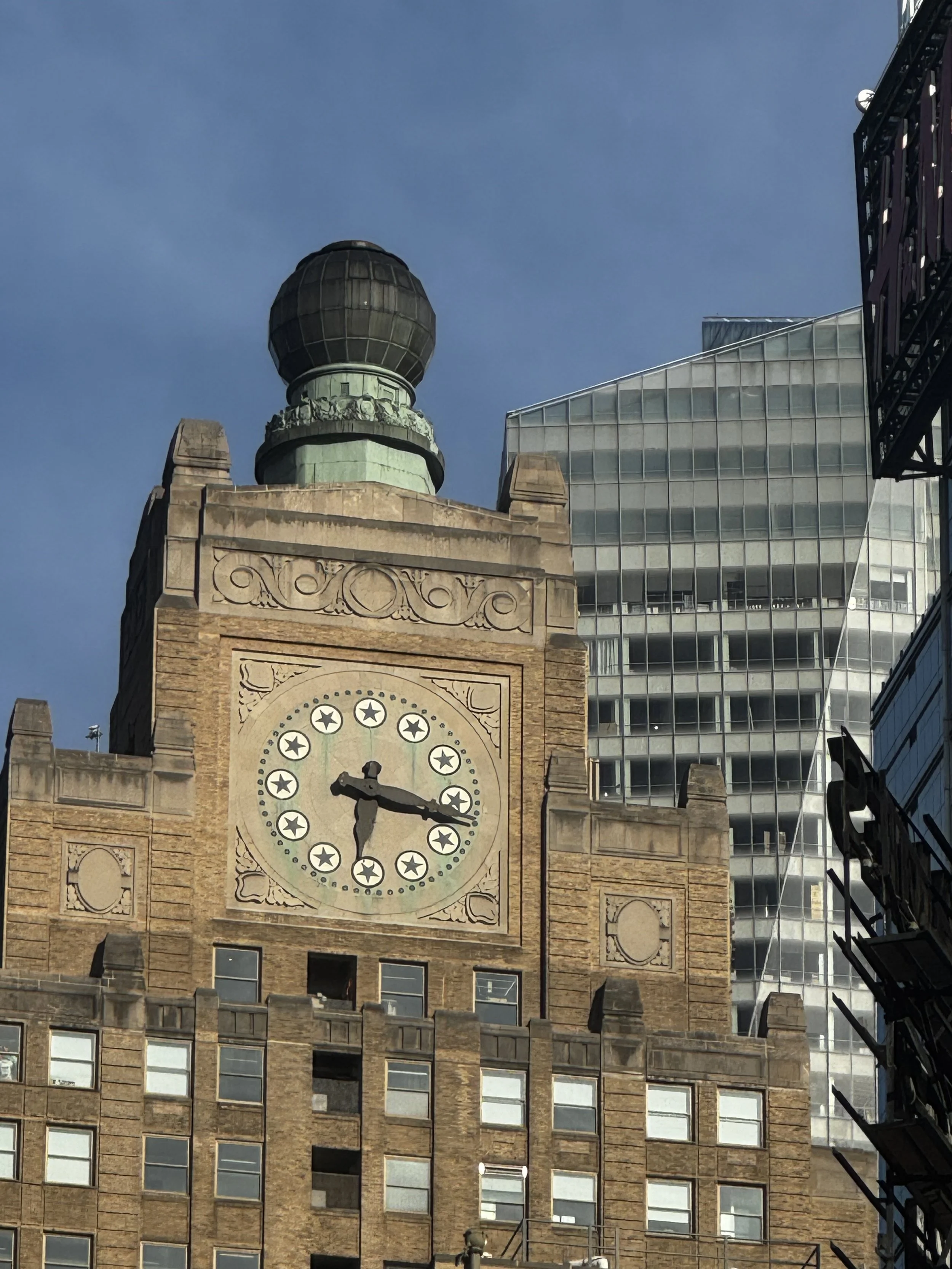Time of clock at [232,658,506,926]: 6:17
